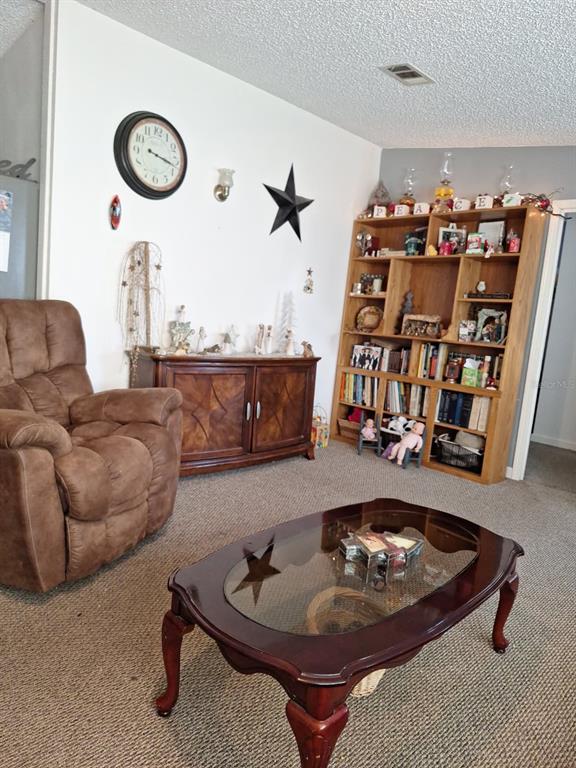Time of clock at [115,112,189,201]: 3:17
